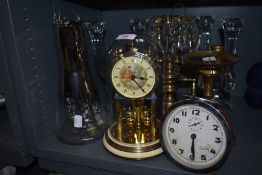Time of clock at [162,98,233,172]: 6:29
